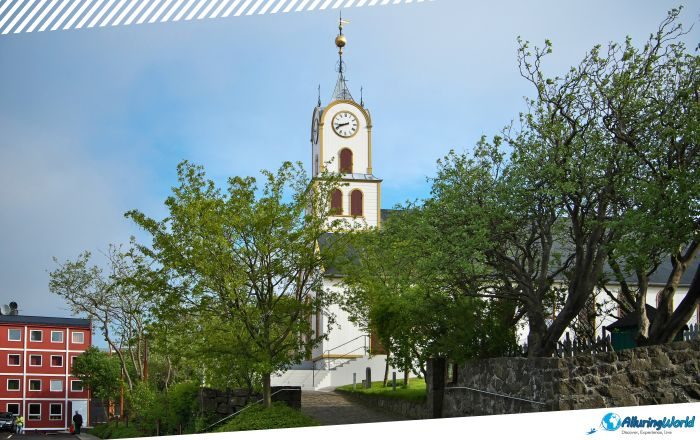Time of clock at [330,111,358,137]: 8:41
